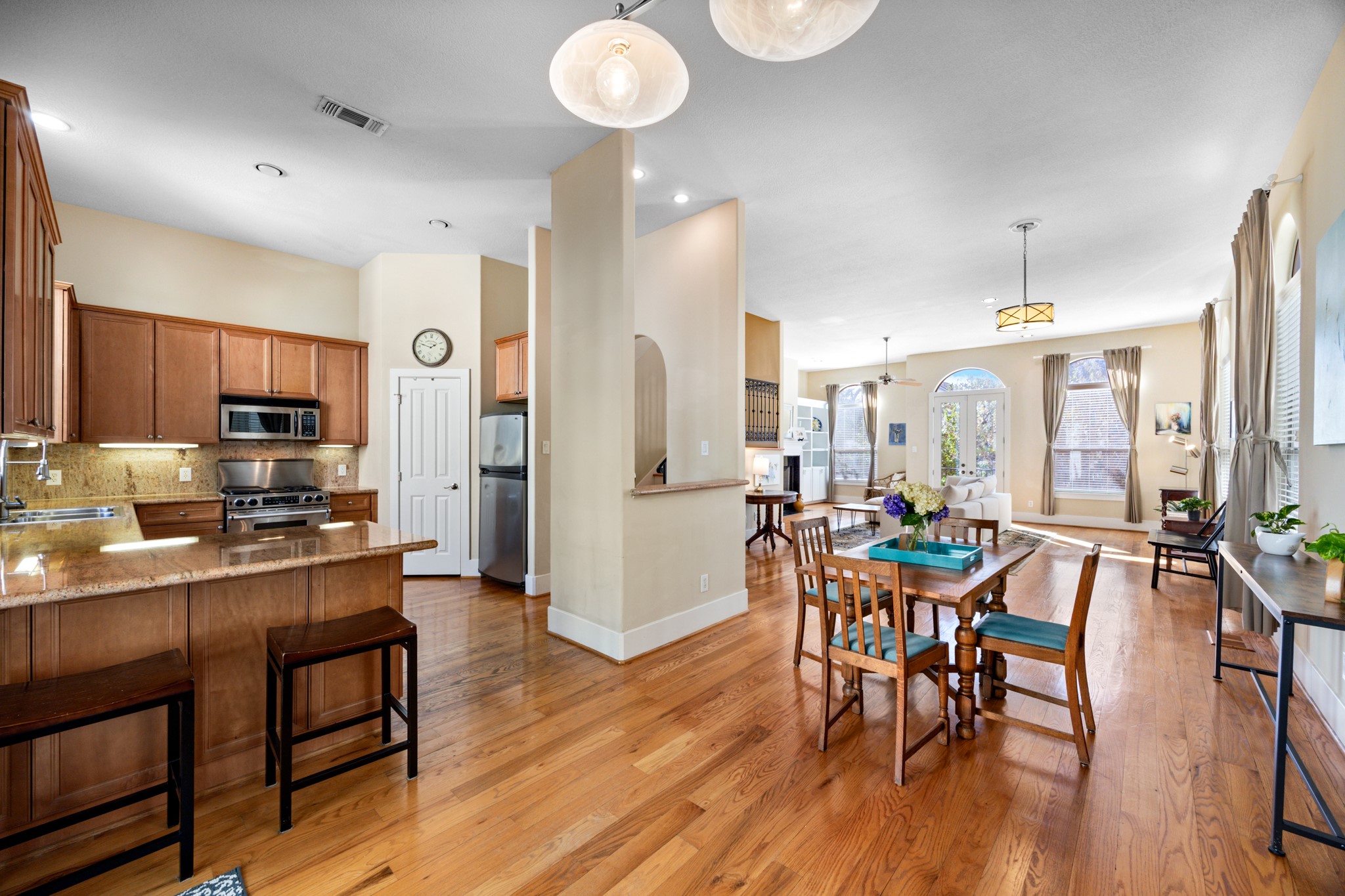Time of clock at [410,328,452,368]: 1:47
